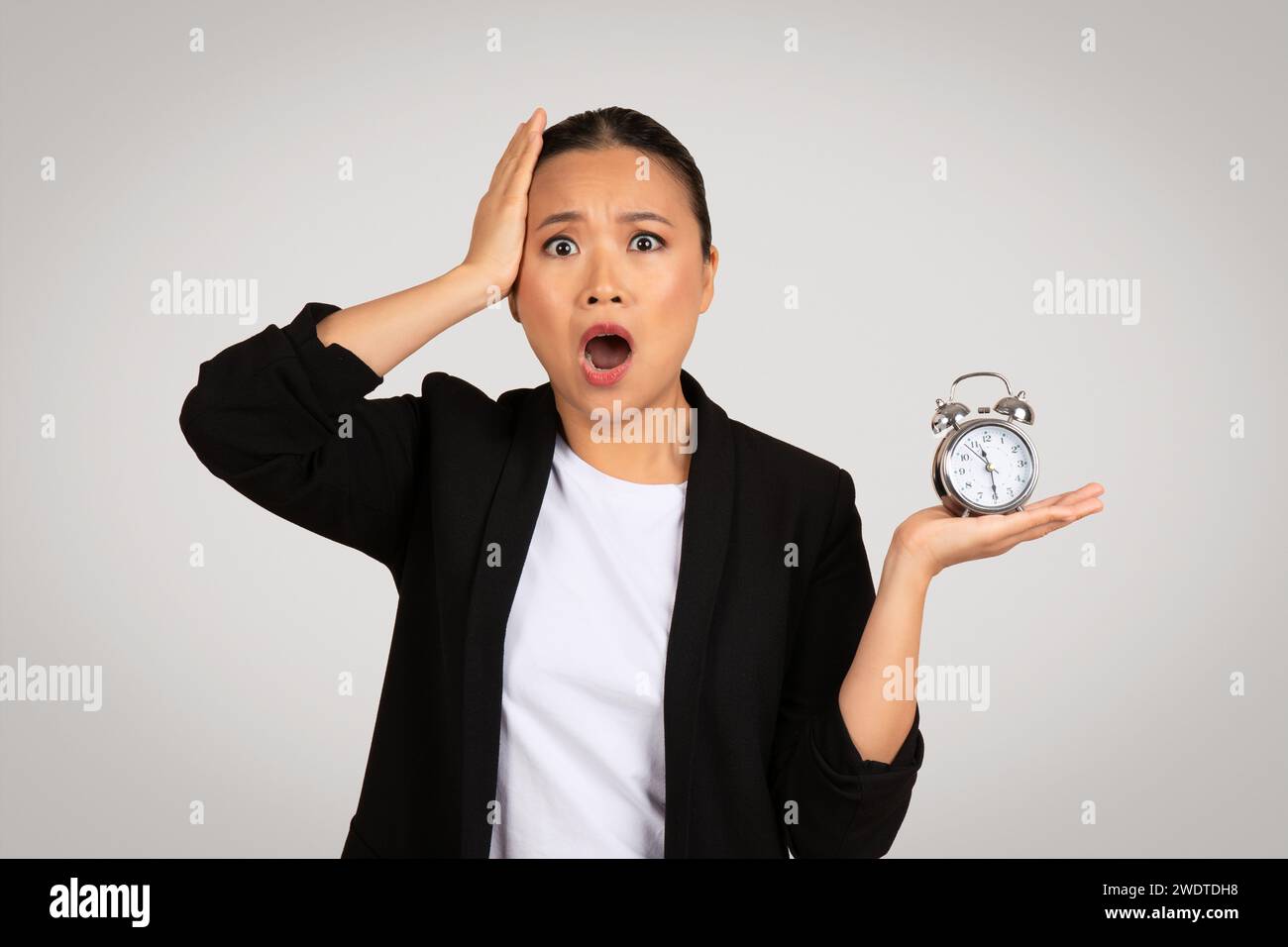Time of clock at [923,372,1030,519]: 11:29
